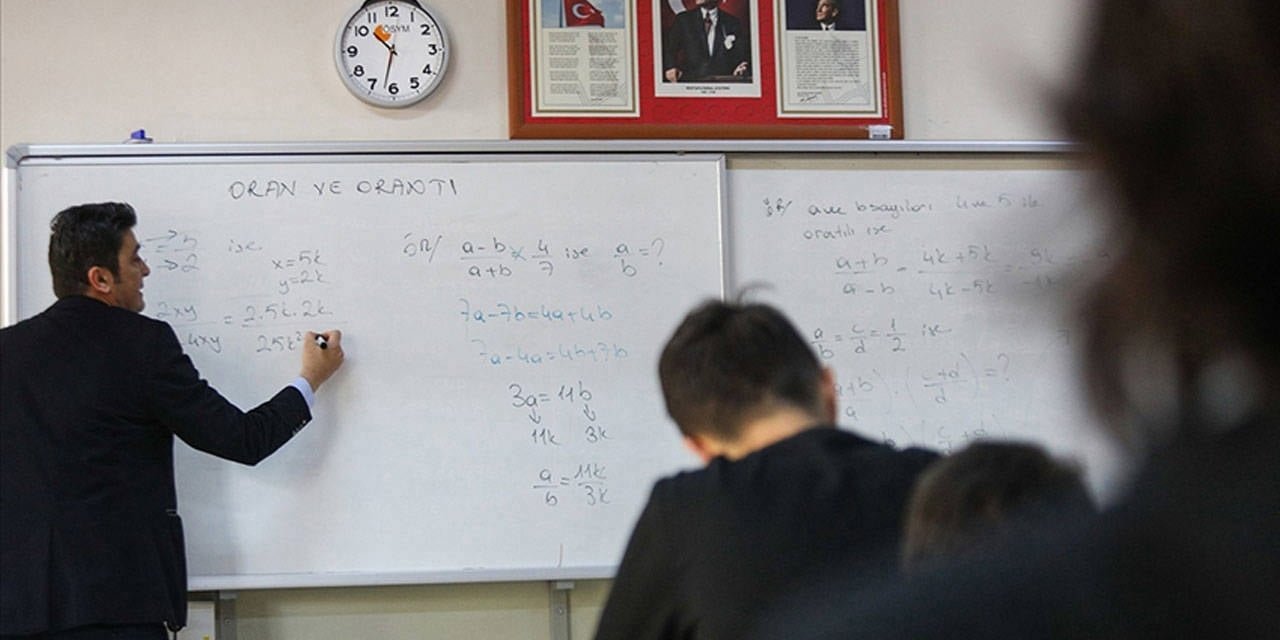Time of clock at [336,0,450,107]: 10:32
